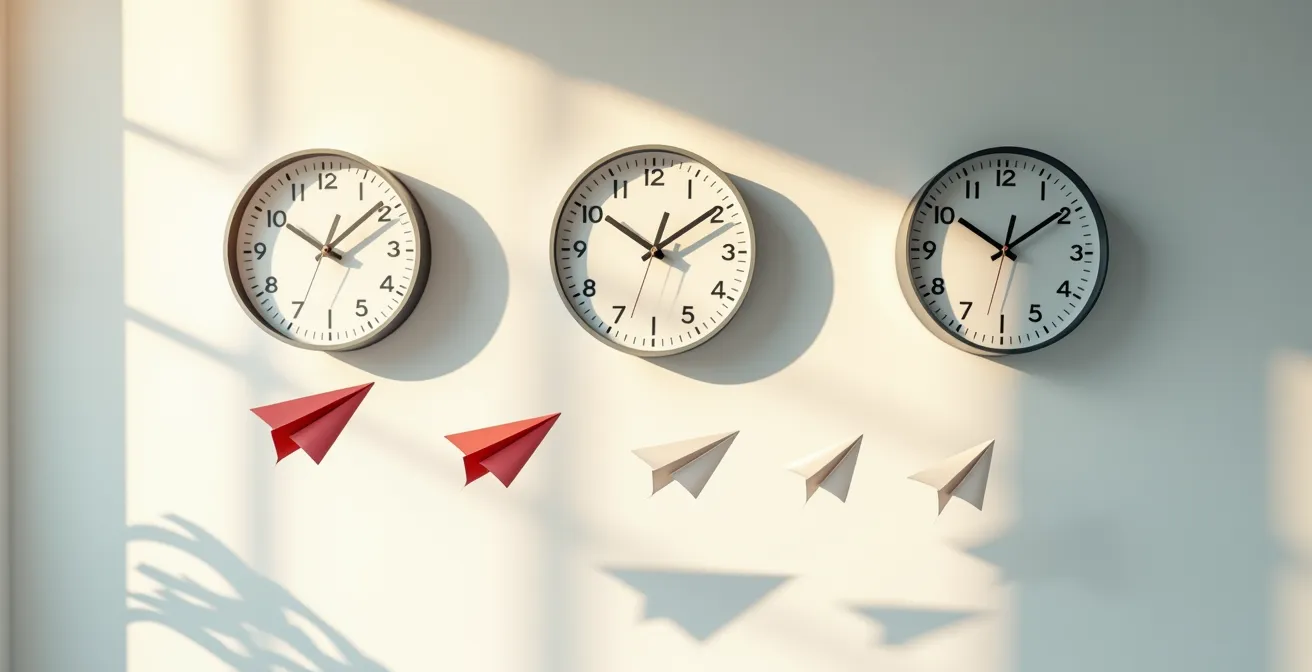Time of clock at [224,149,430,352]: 10:08
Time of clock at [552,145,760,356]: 10:09
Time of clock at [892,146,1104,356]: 10:09
